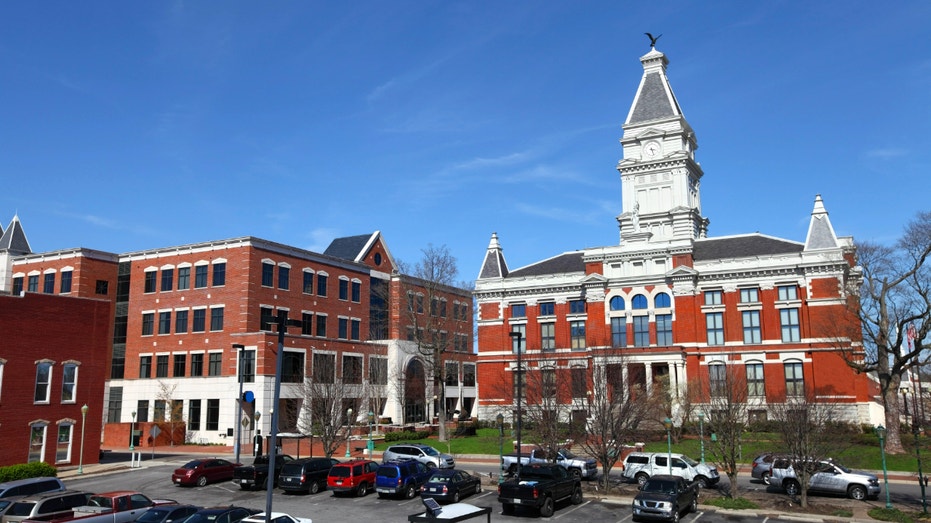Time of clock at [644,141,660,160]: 3:27
